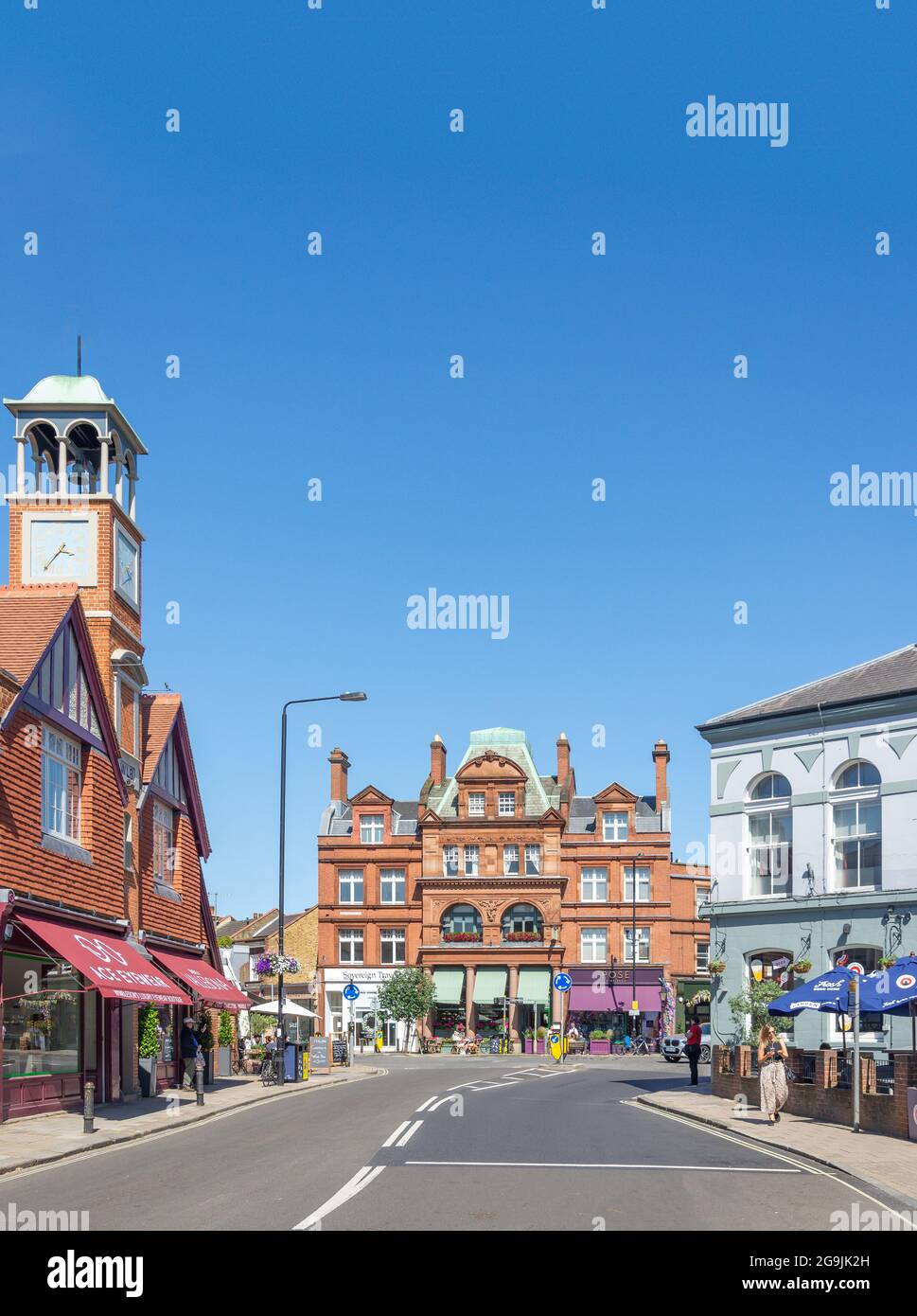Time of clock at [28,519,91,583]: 3:37
